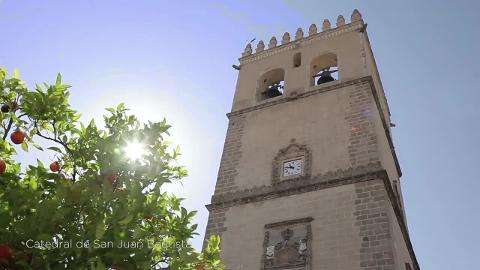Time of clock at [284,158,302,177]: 10:47
